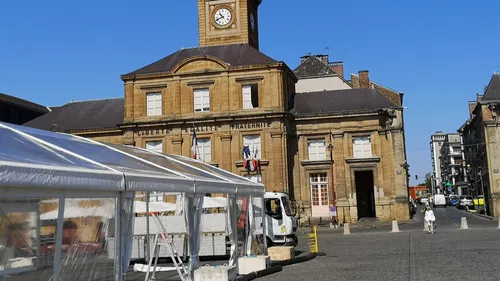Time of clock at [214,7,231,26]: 10:41
